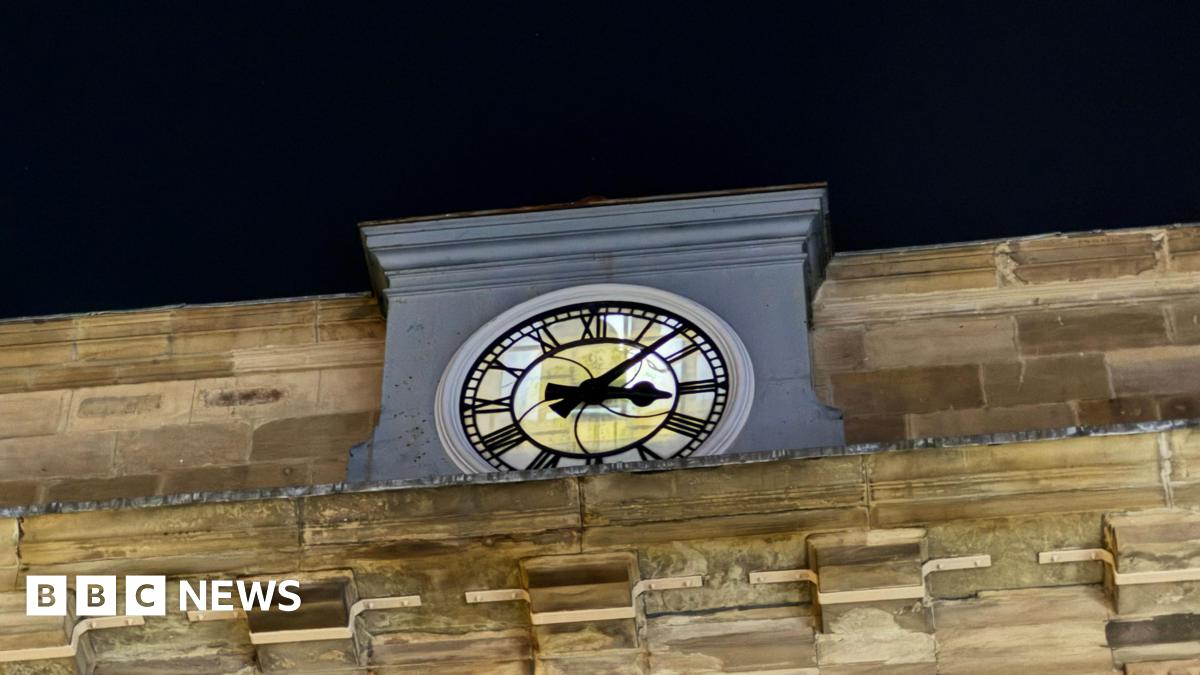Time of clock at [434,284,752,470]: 3:07
